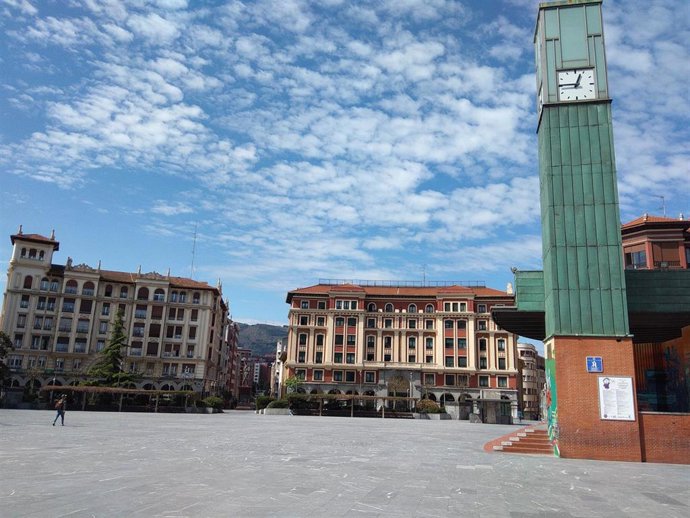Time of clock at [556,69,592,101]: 12:45
